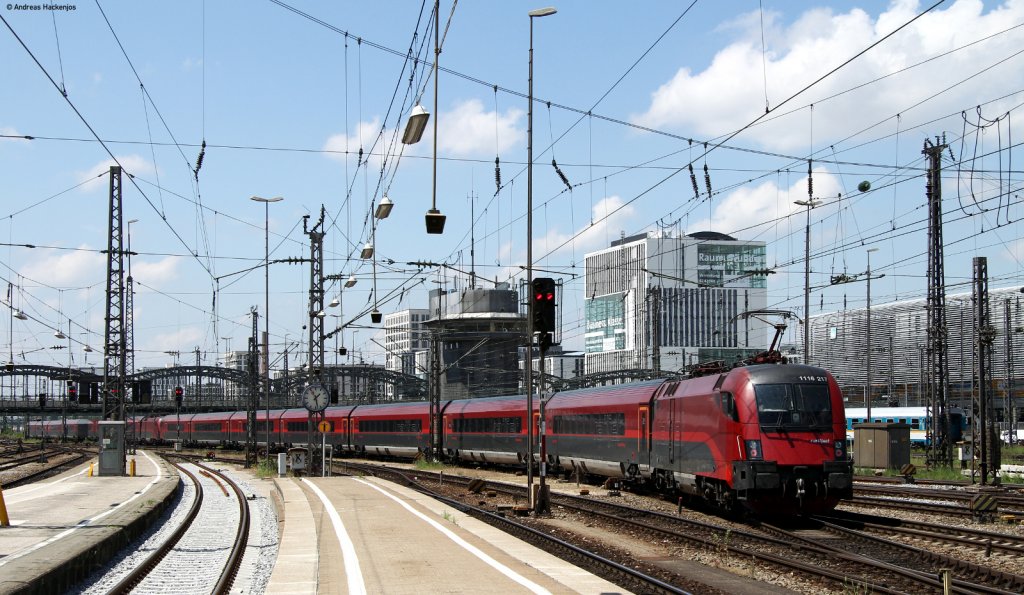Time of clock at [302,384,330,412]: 1:28
